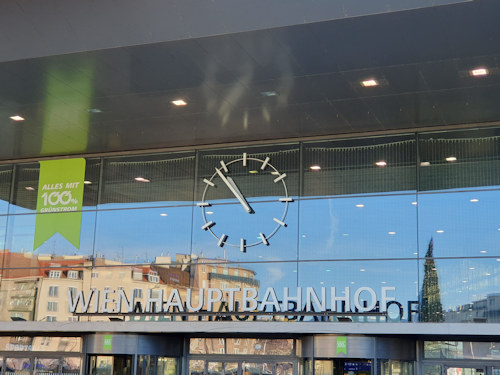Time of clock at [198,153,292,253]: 10:53
